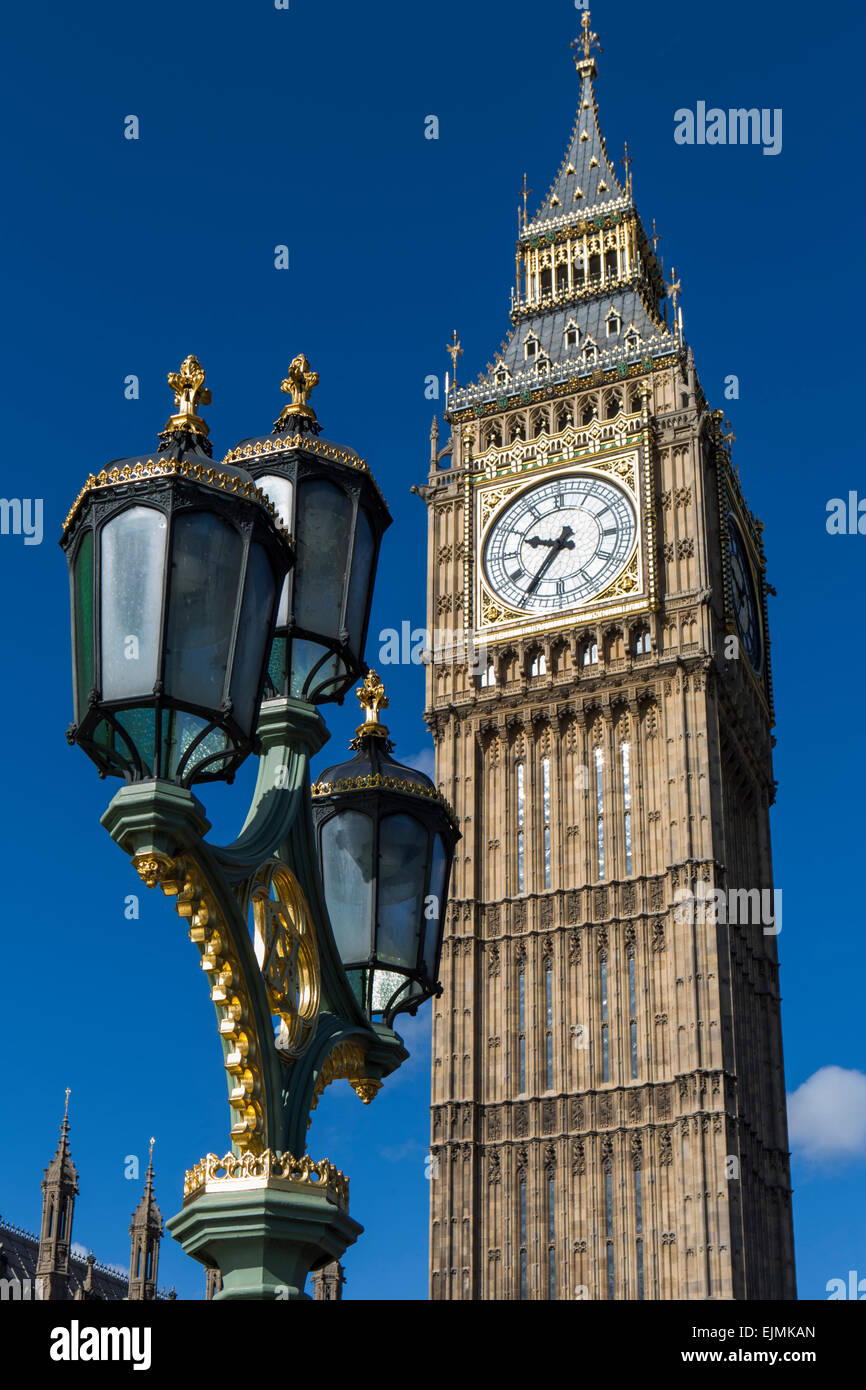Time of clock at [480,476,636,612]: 9:36
